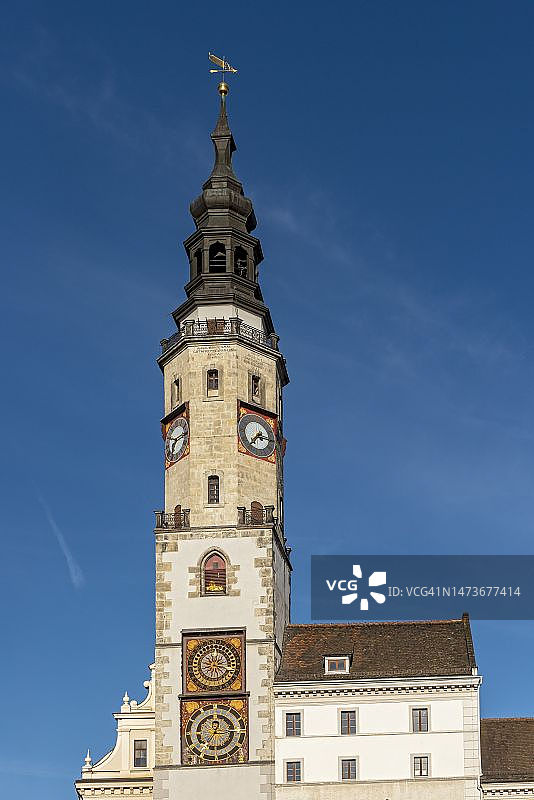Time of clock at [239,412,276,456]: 7:15
